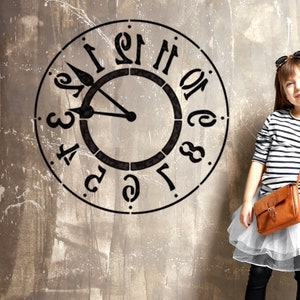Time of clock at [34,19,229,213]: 8:51
